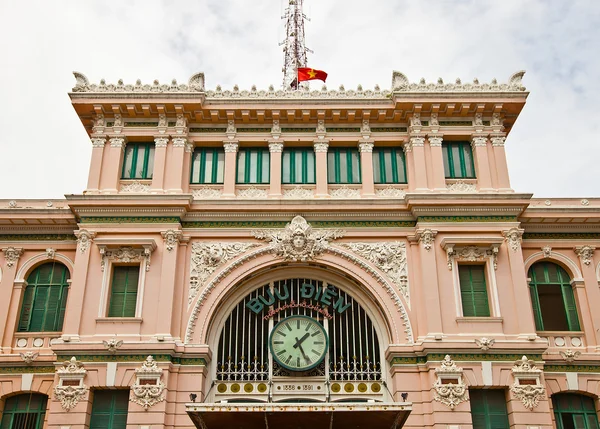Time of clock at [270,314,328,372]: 1:26
